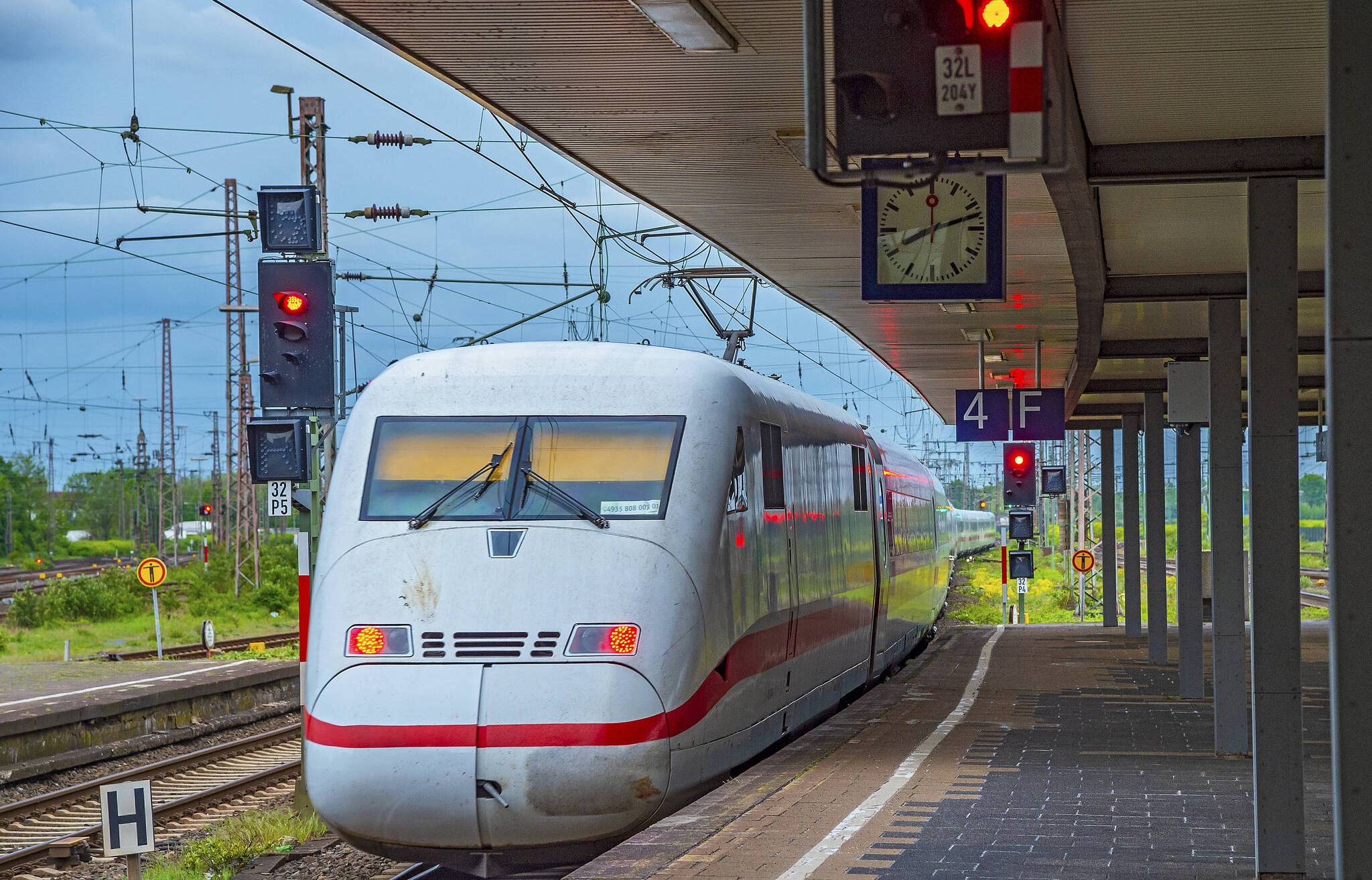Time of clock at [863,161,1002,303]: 8:12
